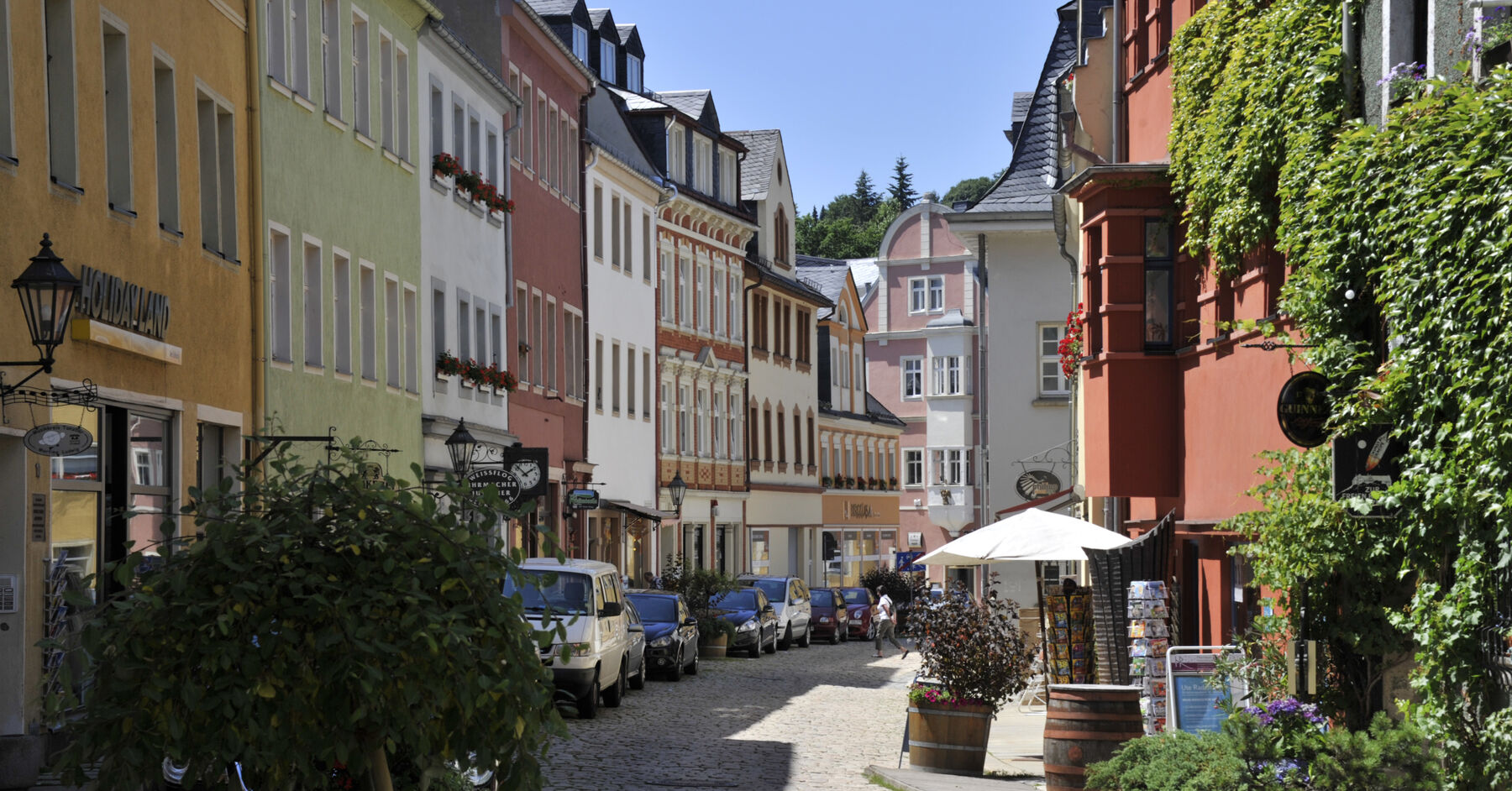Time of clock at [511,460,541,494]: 1:52
